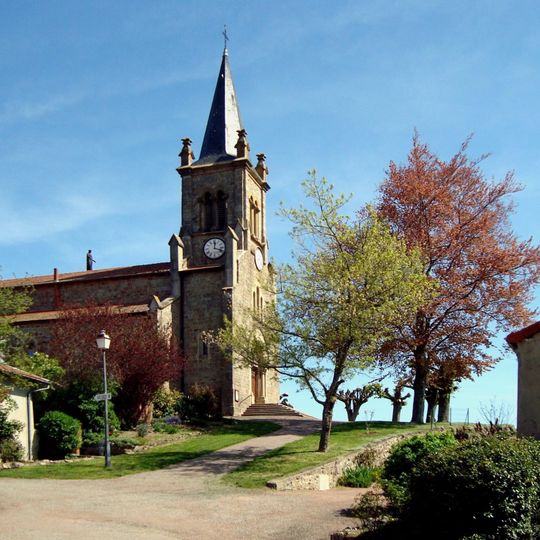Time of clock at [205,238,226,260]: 12:18
